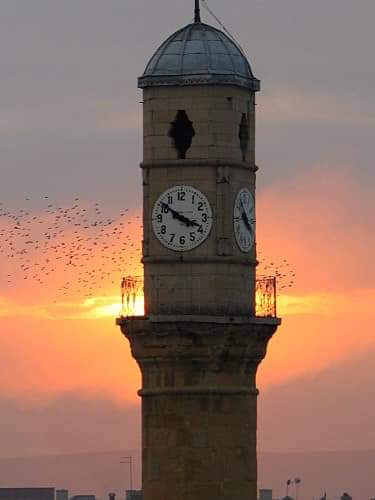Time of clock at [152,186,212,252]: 3:51
